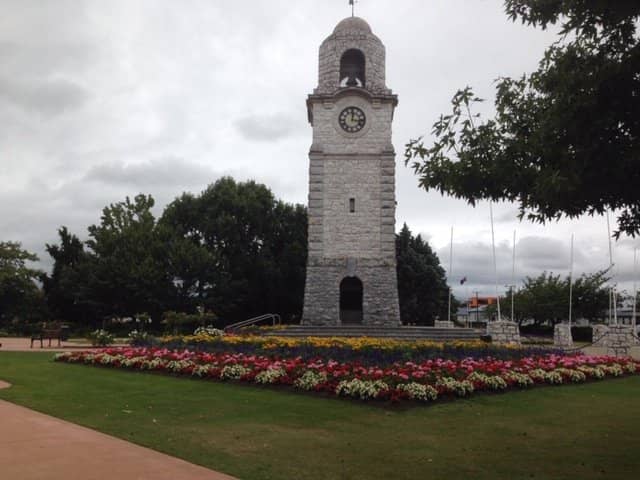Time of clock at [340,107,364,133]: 12:16
